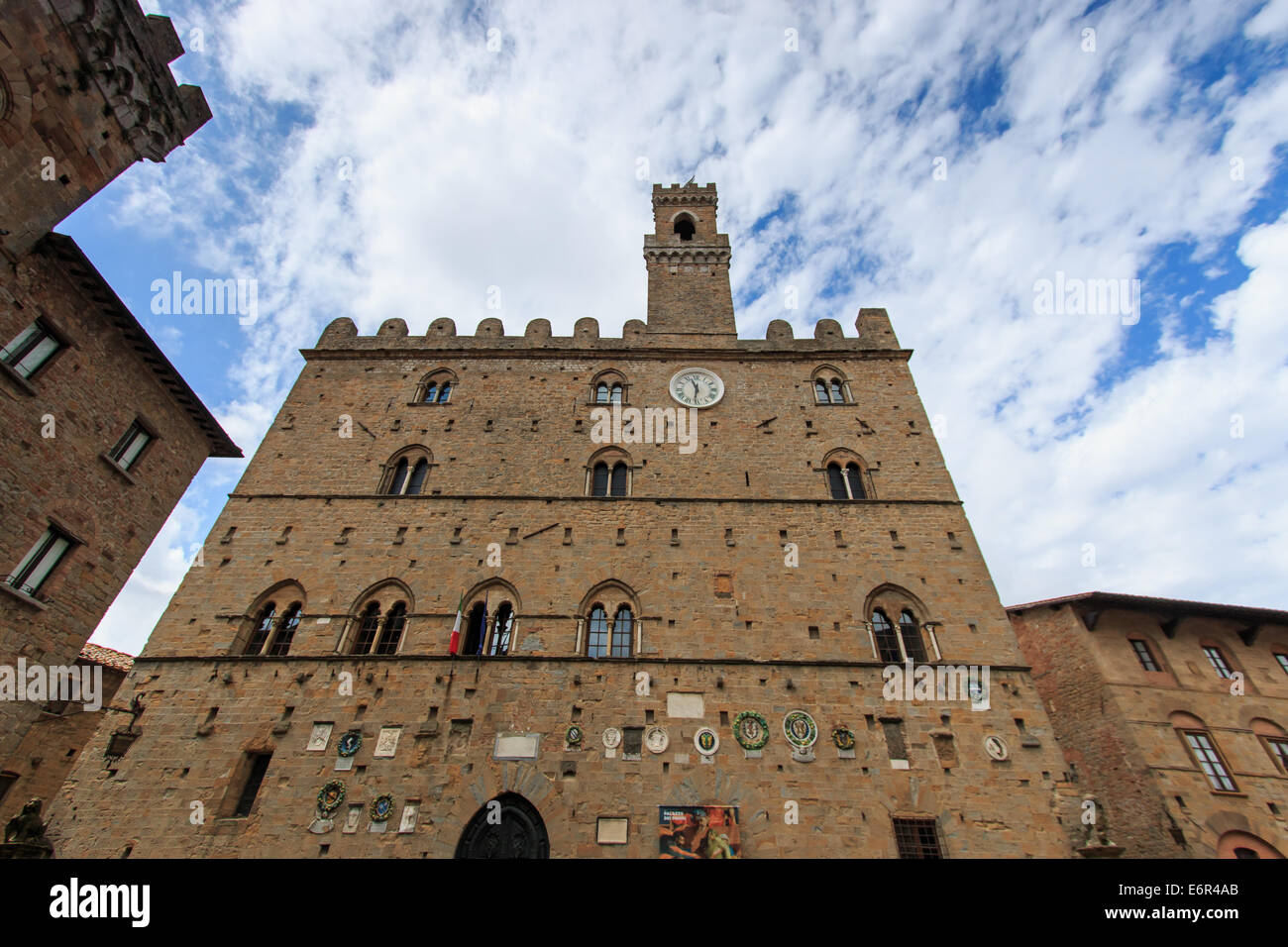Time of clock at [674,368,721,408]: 11:31
